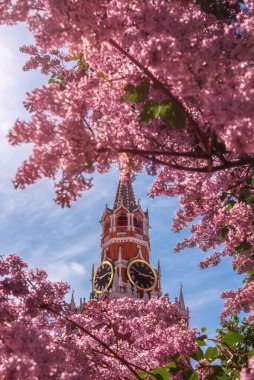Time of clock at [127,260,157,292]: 2:48
